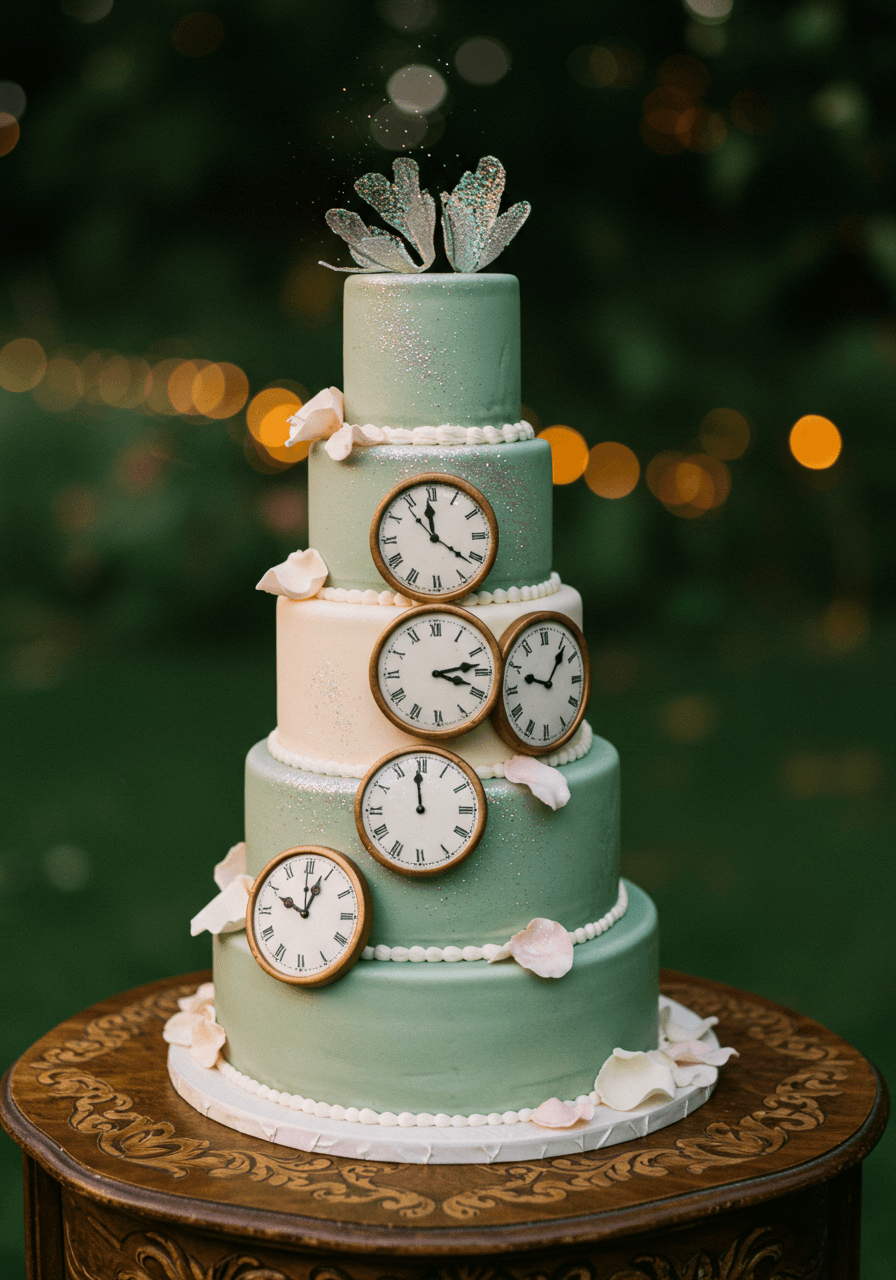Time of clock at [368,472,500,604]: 11:21
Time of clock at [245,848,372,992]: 10:03
